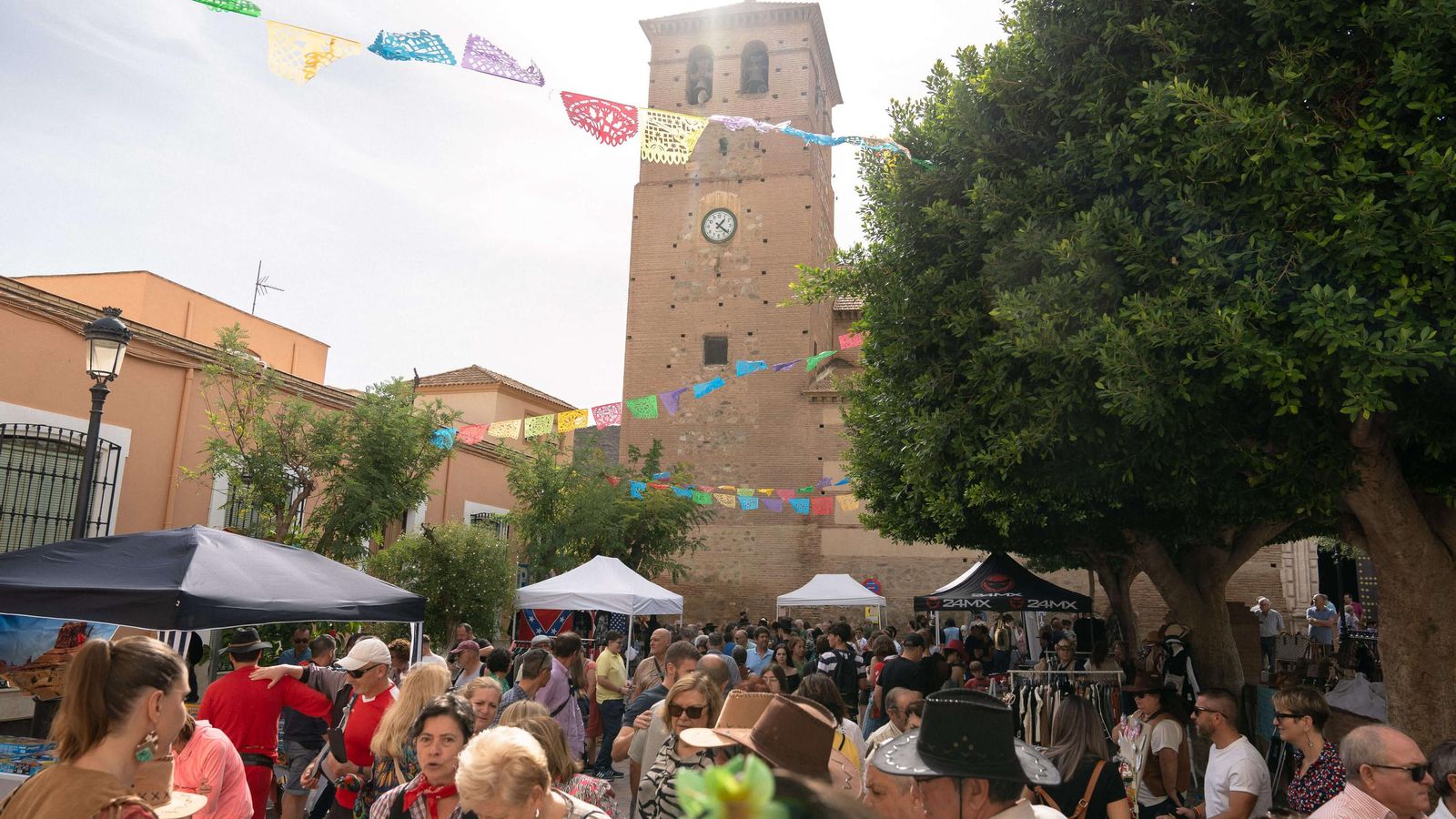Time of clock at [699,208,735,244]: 1:21
